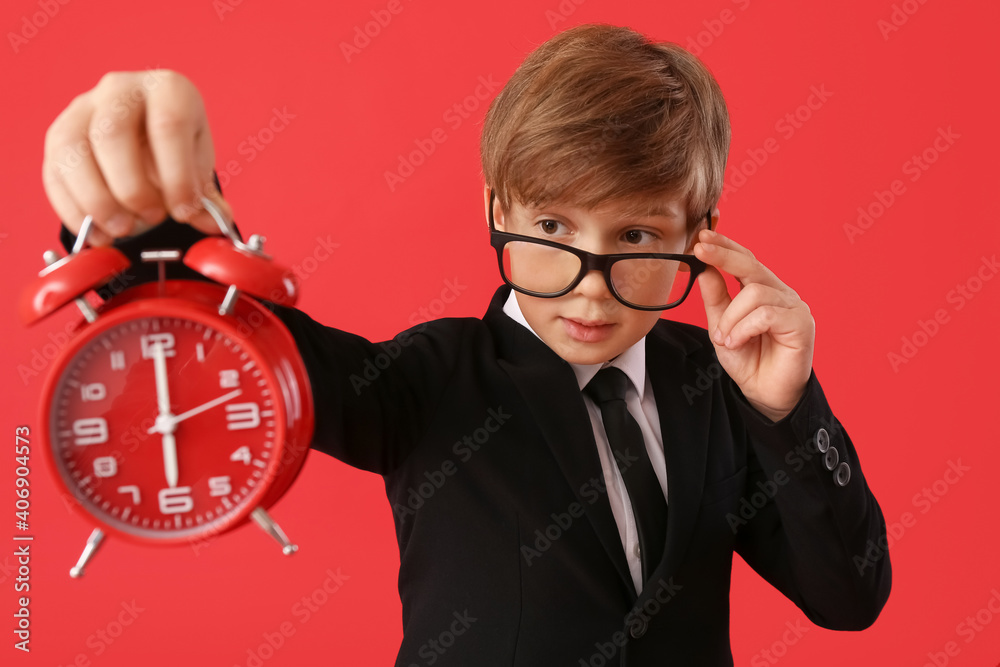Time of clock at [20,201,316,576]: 6:00
